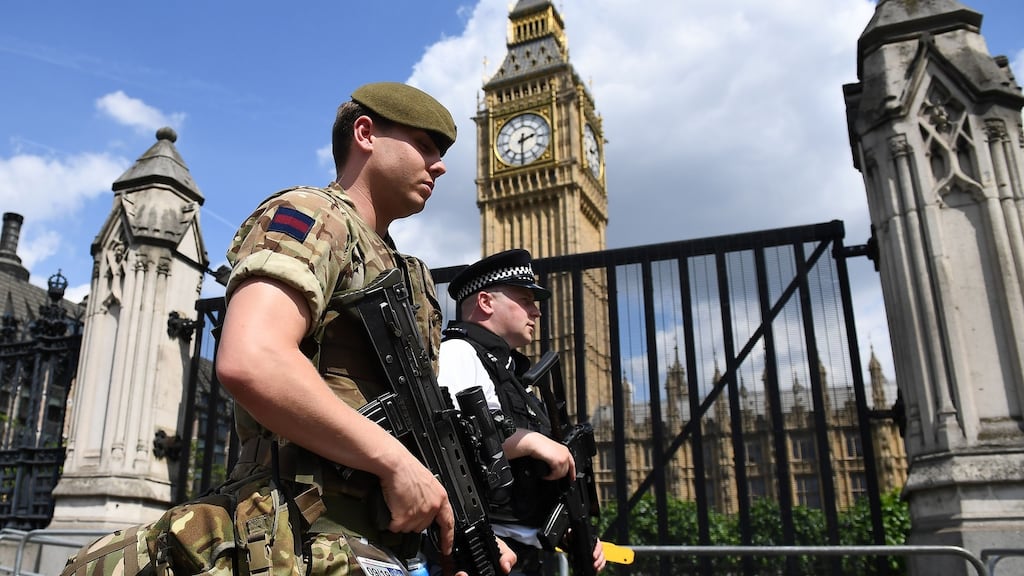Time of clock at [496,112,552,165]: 2:30
